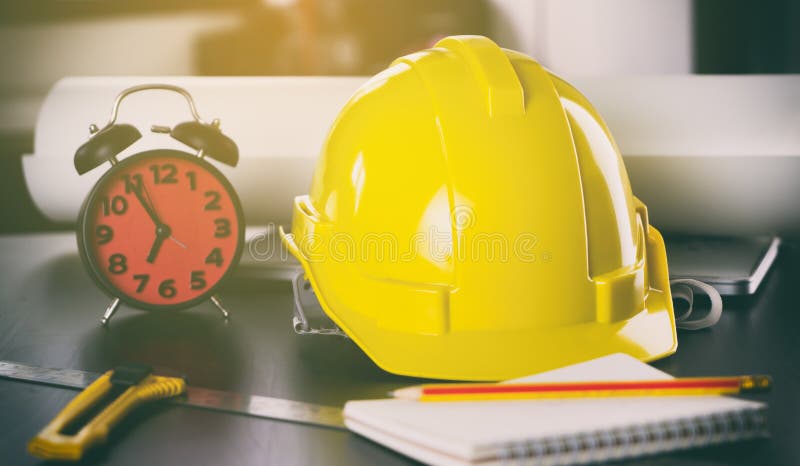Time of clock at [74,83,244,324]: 6:54
